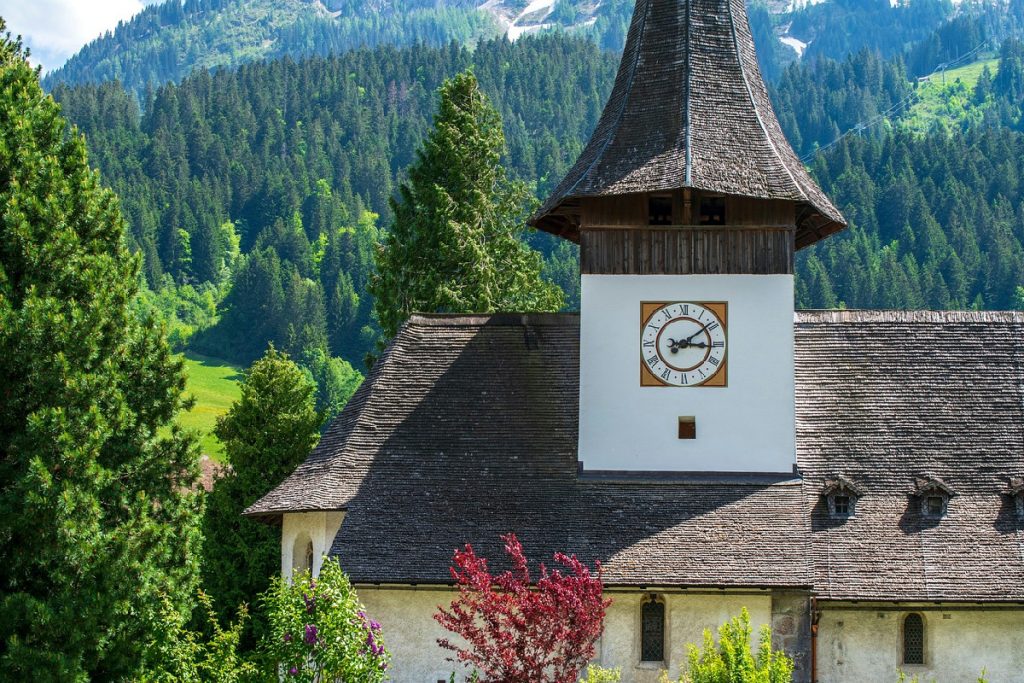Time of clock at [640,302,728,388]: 3:09
